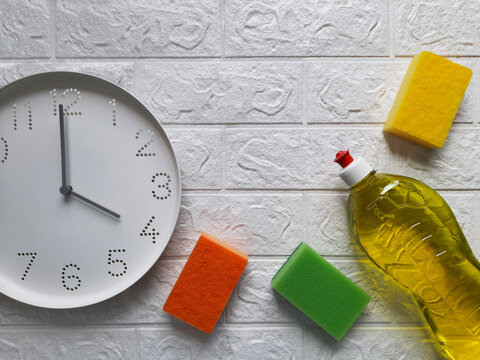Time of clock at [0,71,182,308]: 3:59
